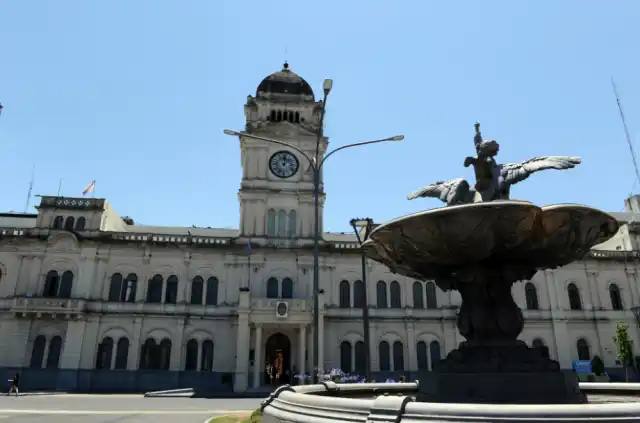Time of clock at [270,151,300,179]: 12:07
